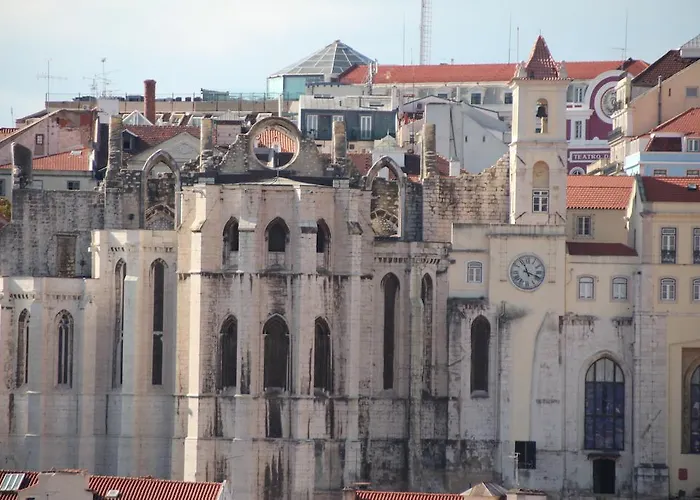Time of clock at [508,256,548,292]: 11:18
